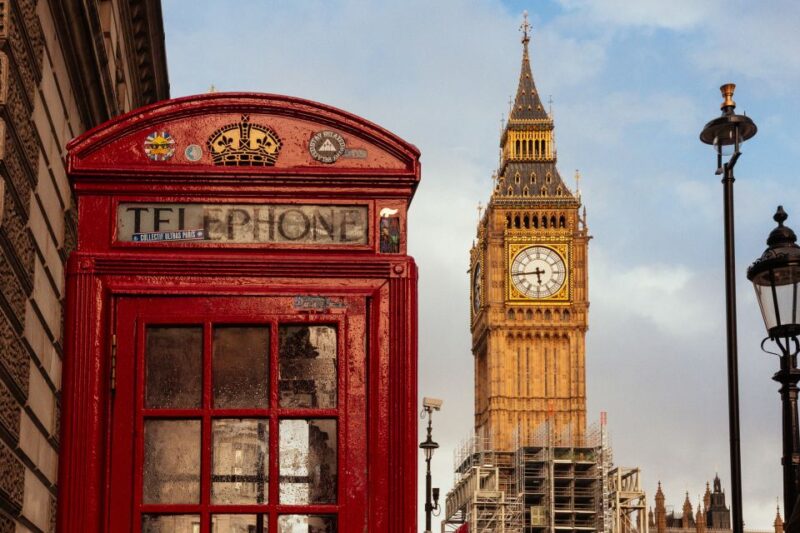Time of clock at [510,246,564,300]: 5:43
